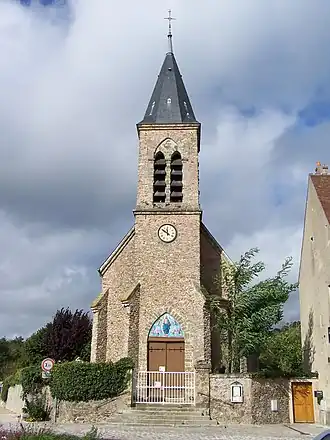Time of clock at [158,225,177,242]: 11:50
